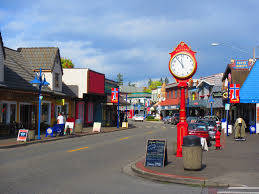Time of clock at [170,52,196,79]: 11:53
